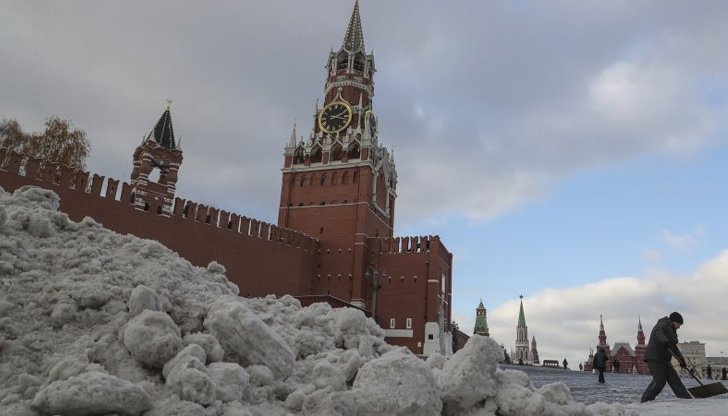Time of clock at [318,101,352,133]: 2:17
